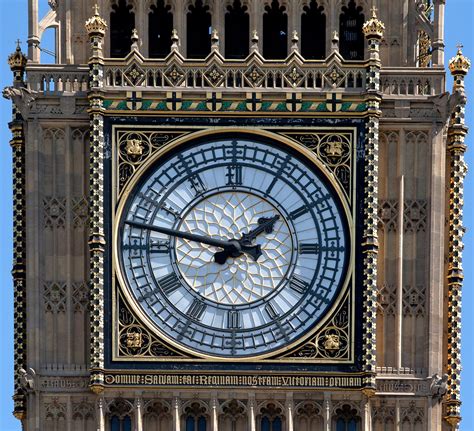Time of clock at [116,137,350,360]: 1:47
